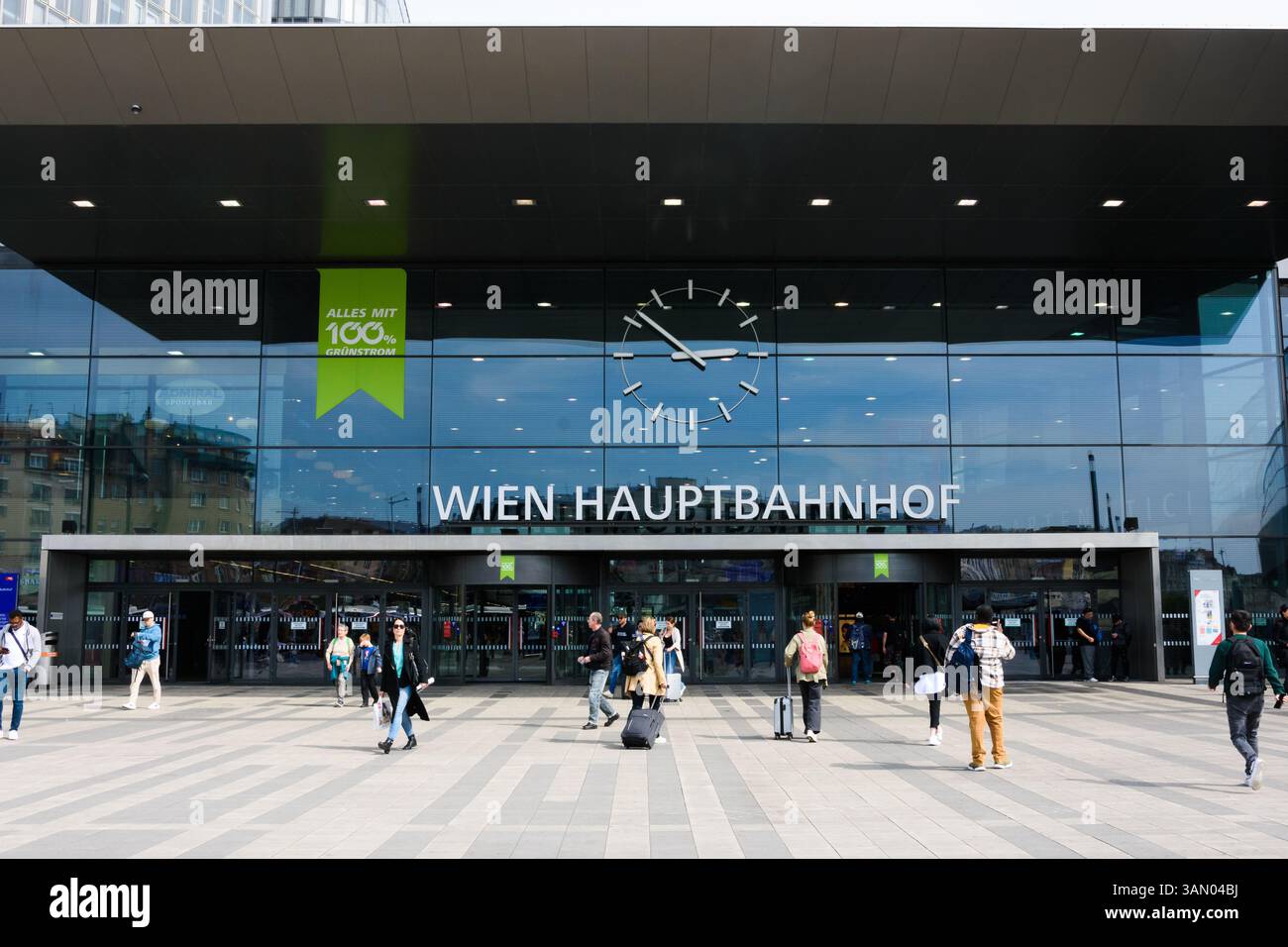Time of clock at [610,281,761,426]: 2:51
